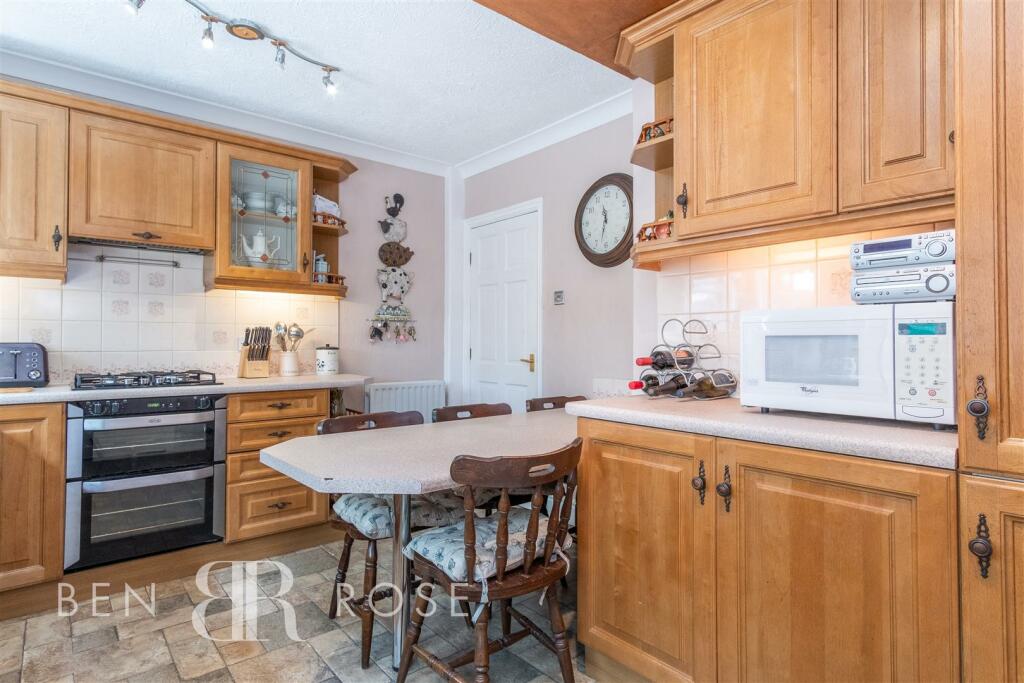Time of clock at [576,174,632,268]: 11:32
